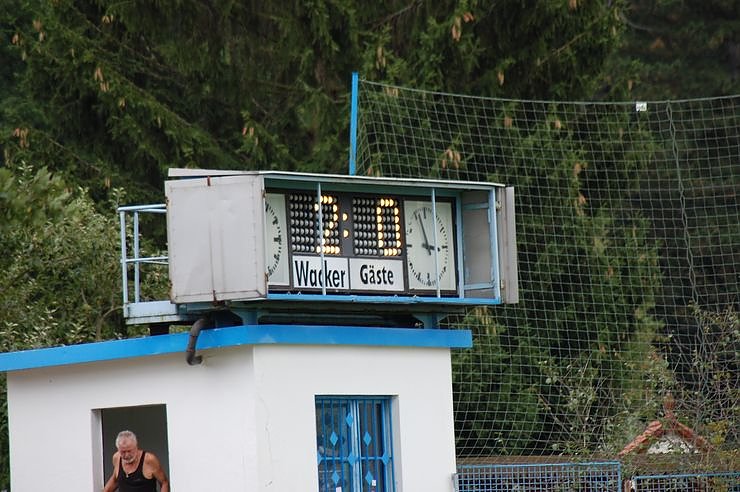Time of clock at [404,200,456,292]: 2:56
